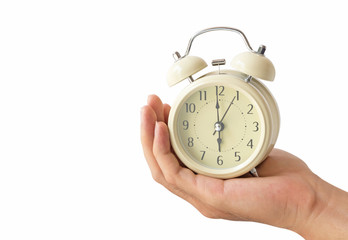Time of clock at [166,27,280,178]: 5:59
